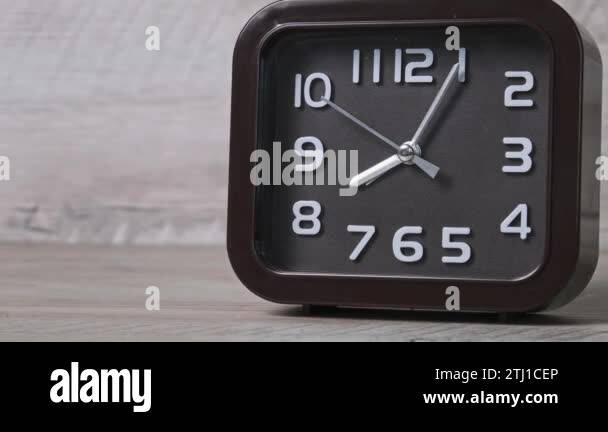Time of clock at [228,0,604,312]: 8:05
